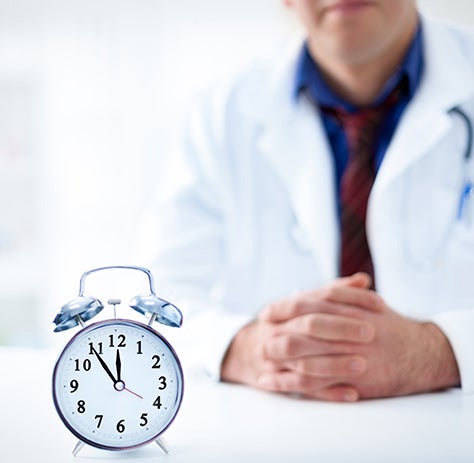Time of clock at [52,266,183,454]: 11:54
